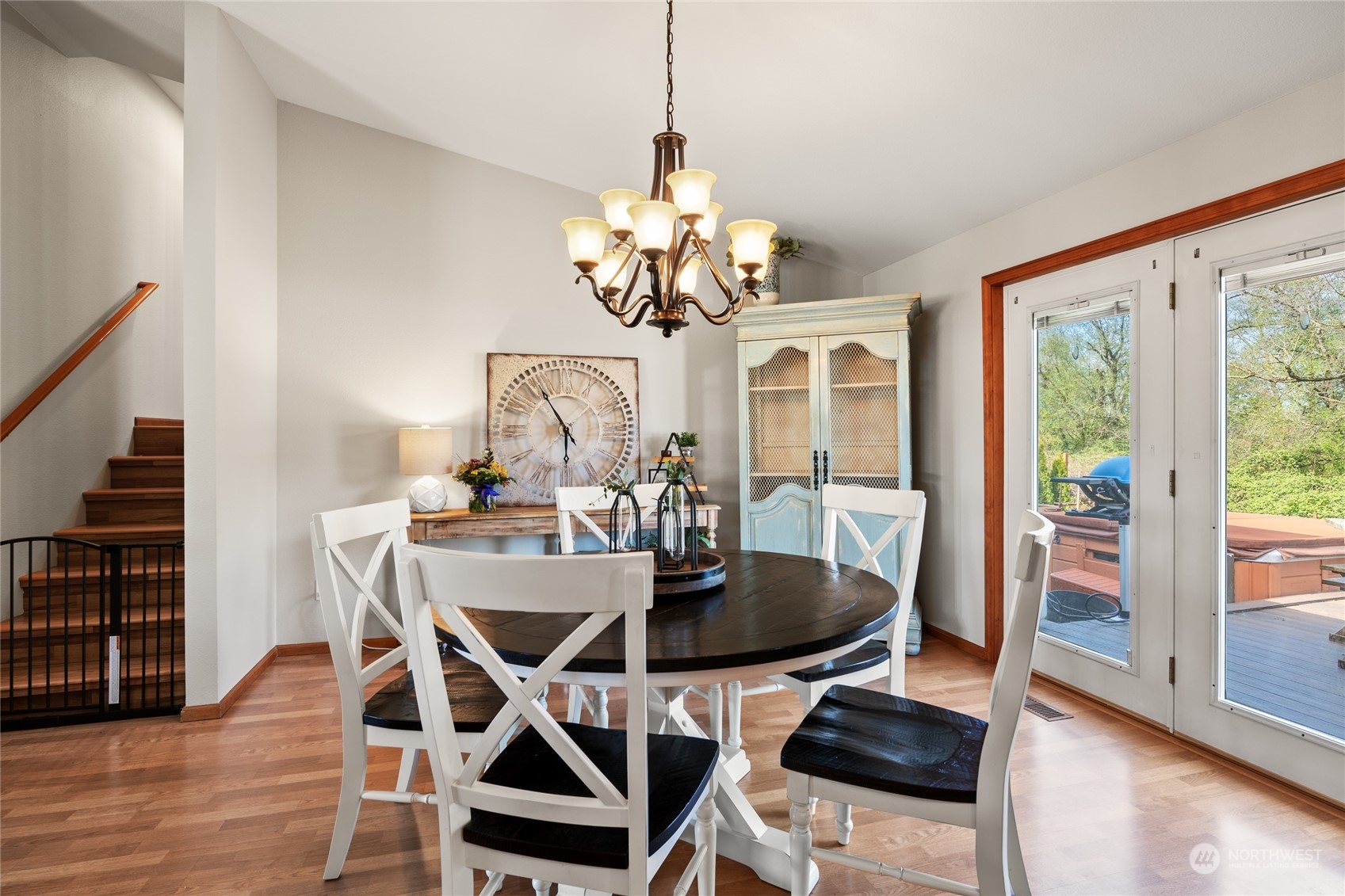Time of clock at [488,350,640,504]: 5:54
